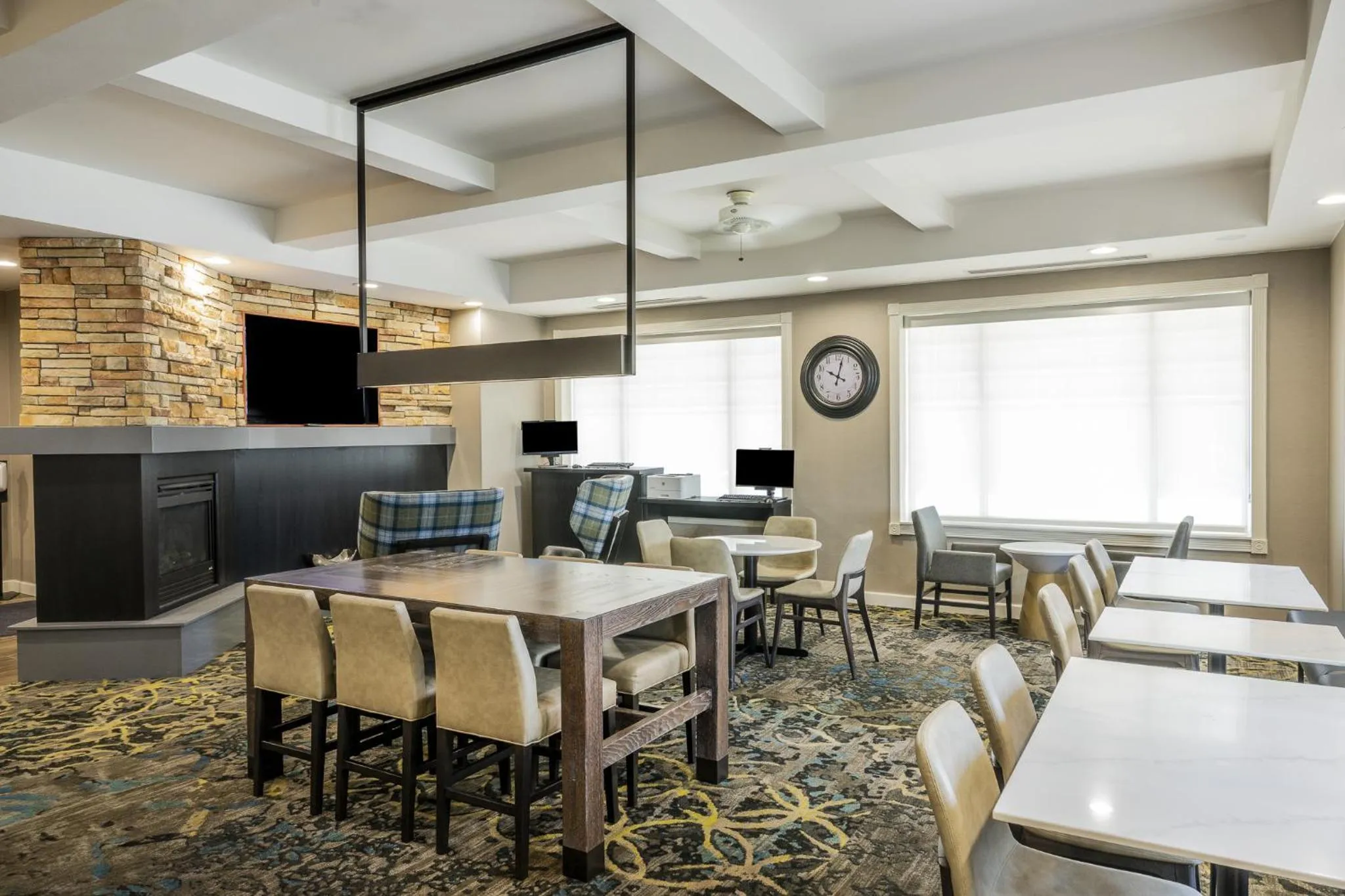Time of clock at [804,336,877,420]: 10:02
